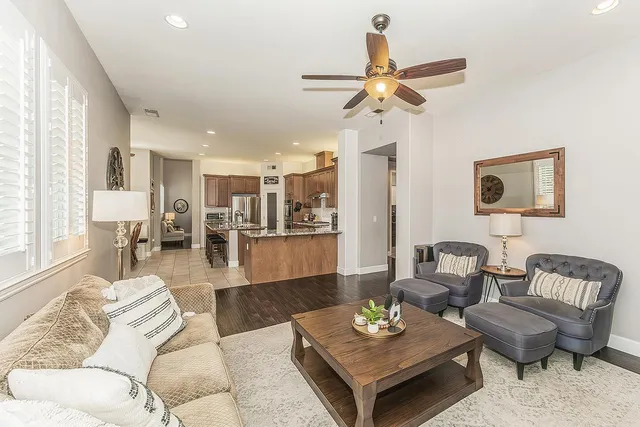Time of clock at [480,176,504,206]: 8:07
